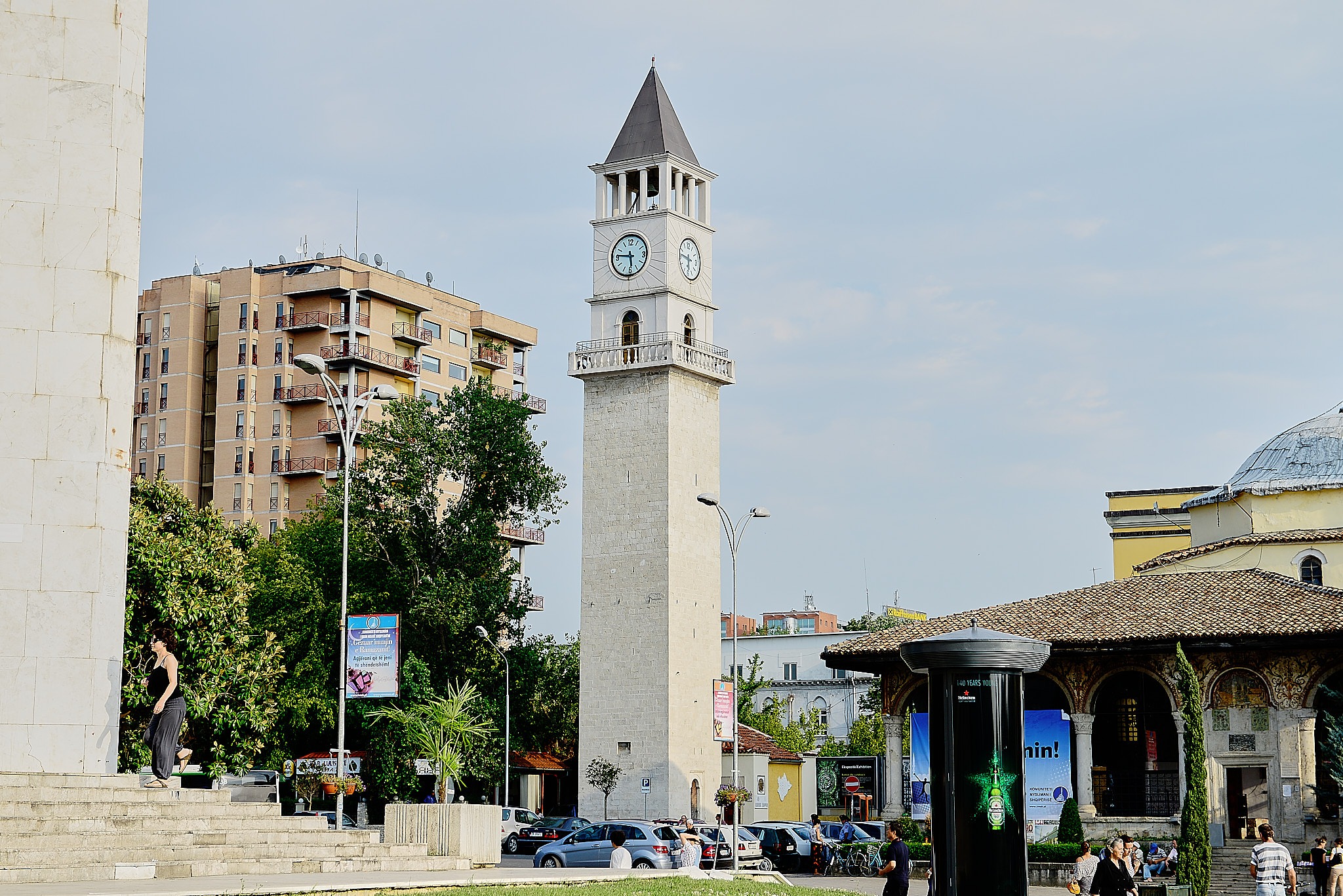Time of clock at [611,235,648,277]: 5:46
